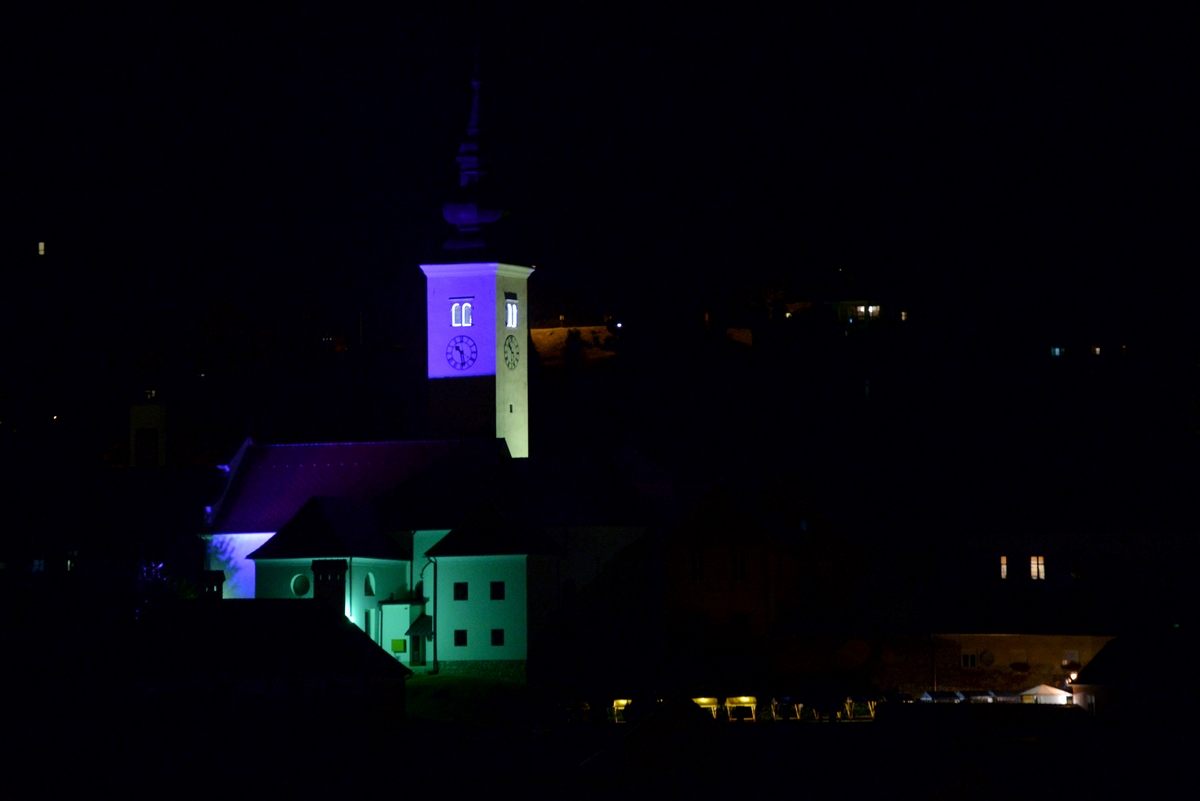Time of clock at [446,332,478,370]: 10:28
